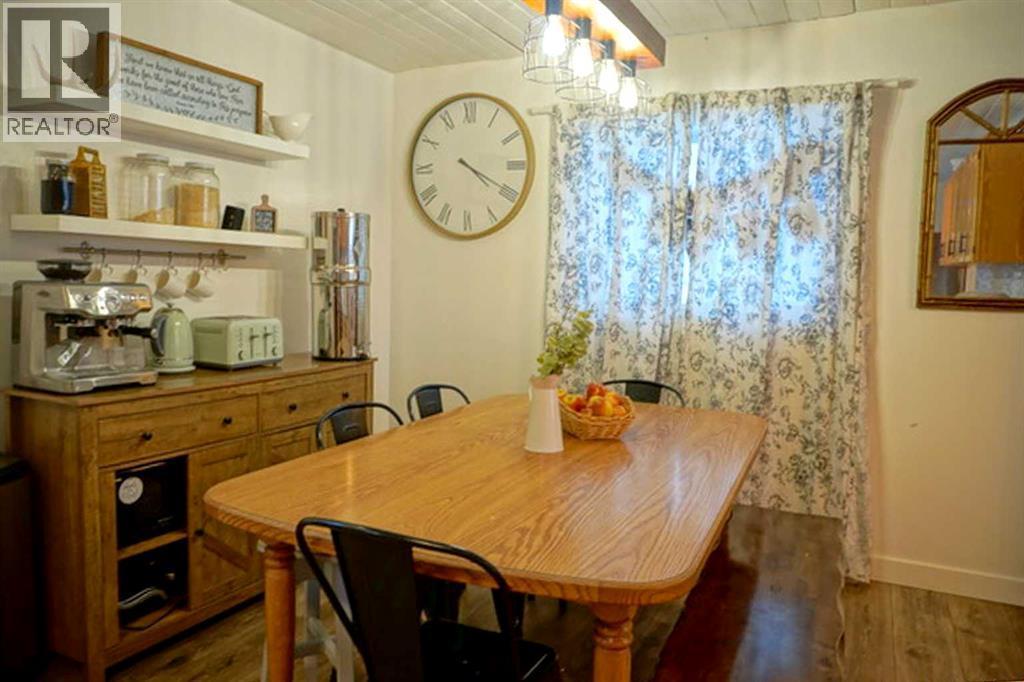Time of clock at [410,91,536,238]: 4:19
